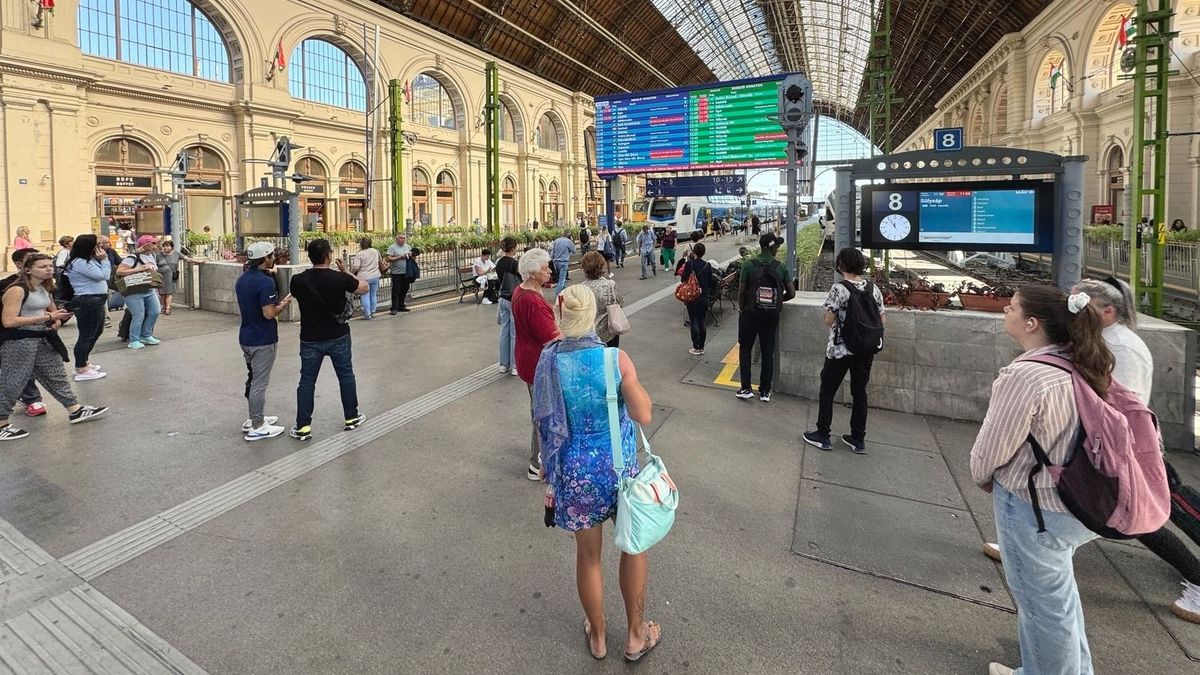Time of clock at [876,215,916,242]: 11:54
